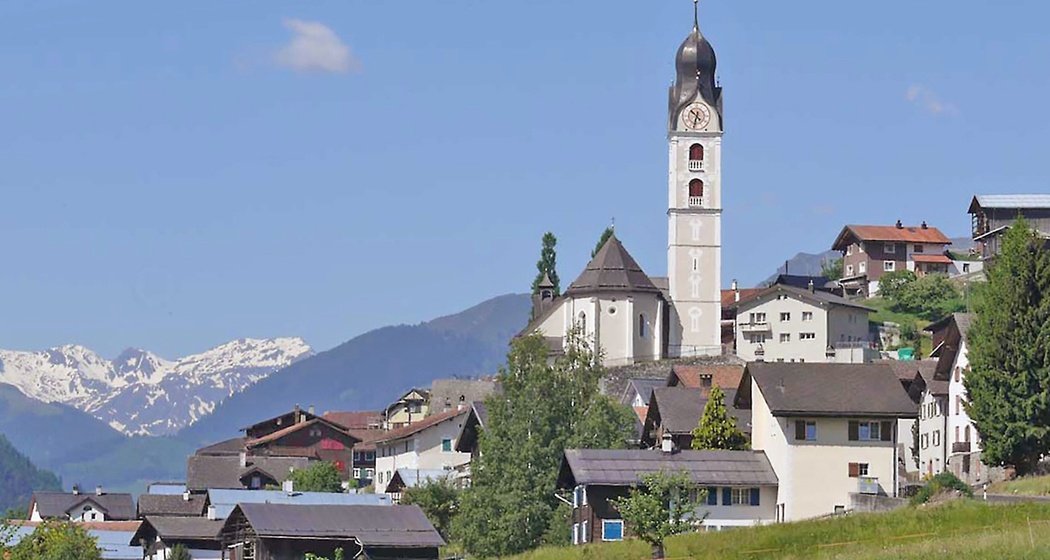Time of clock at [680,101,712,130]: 10:32
